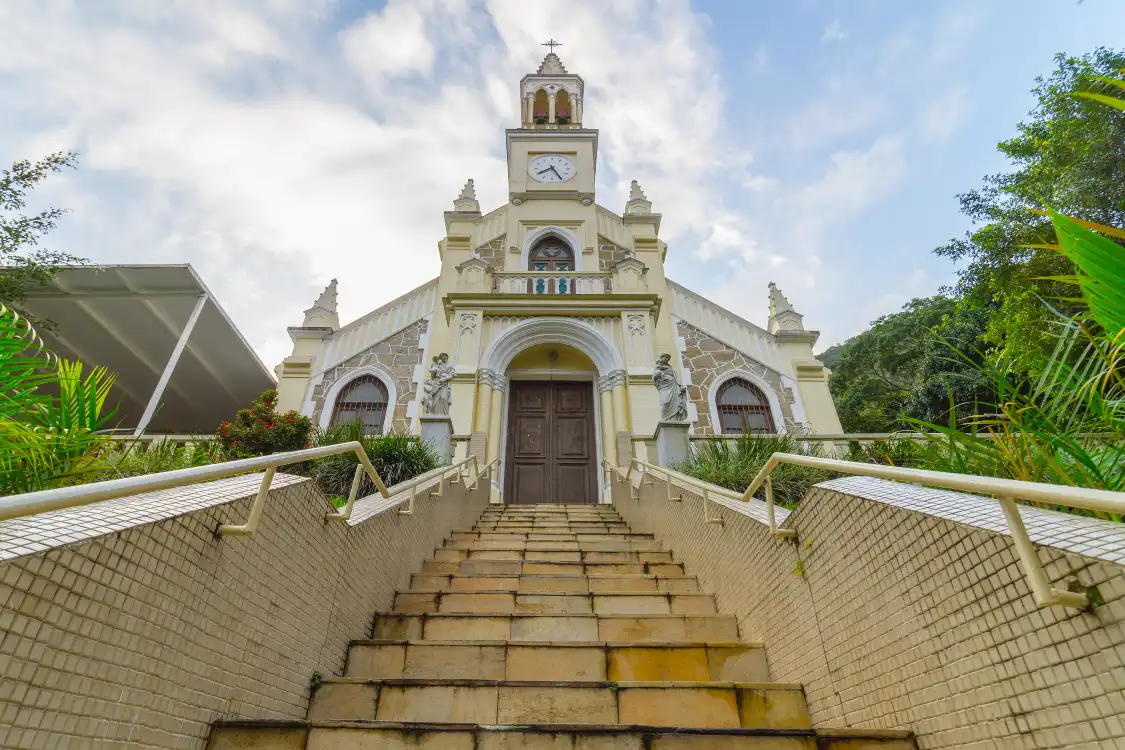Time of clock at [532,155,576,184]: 7:25
